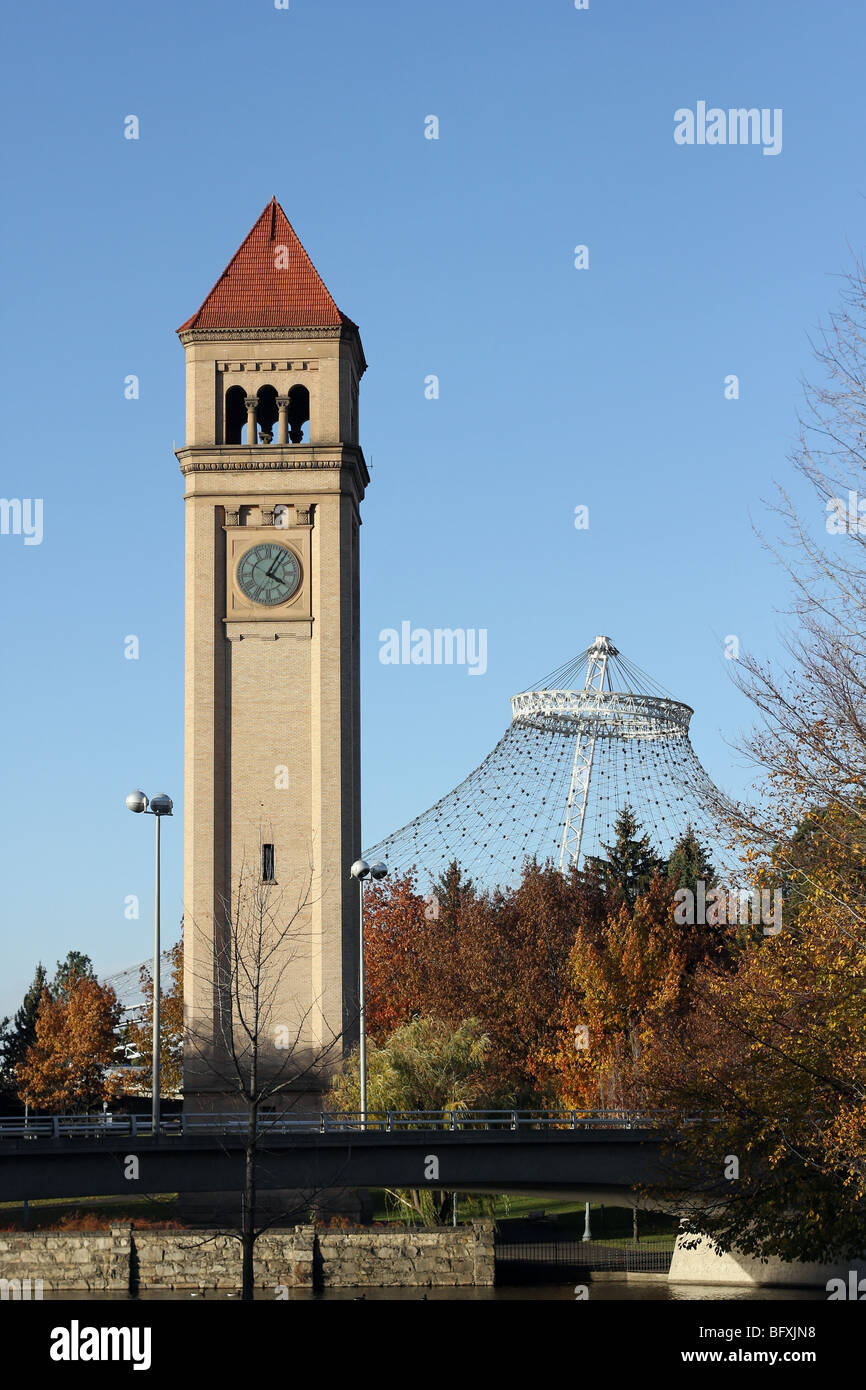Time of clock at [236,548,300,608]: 4:04
